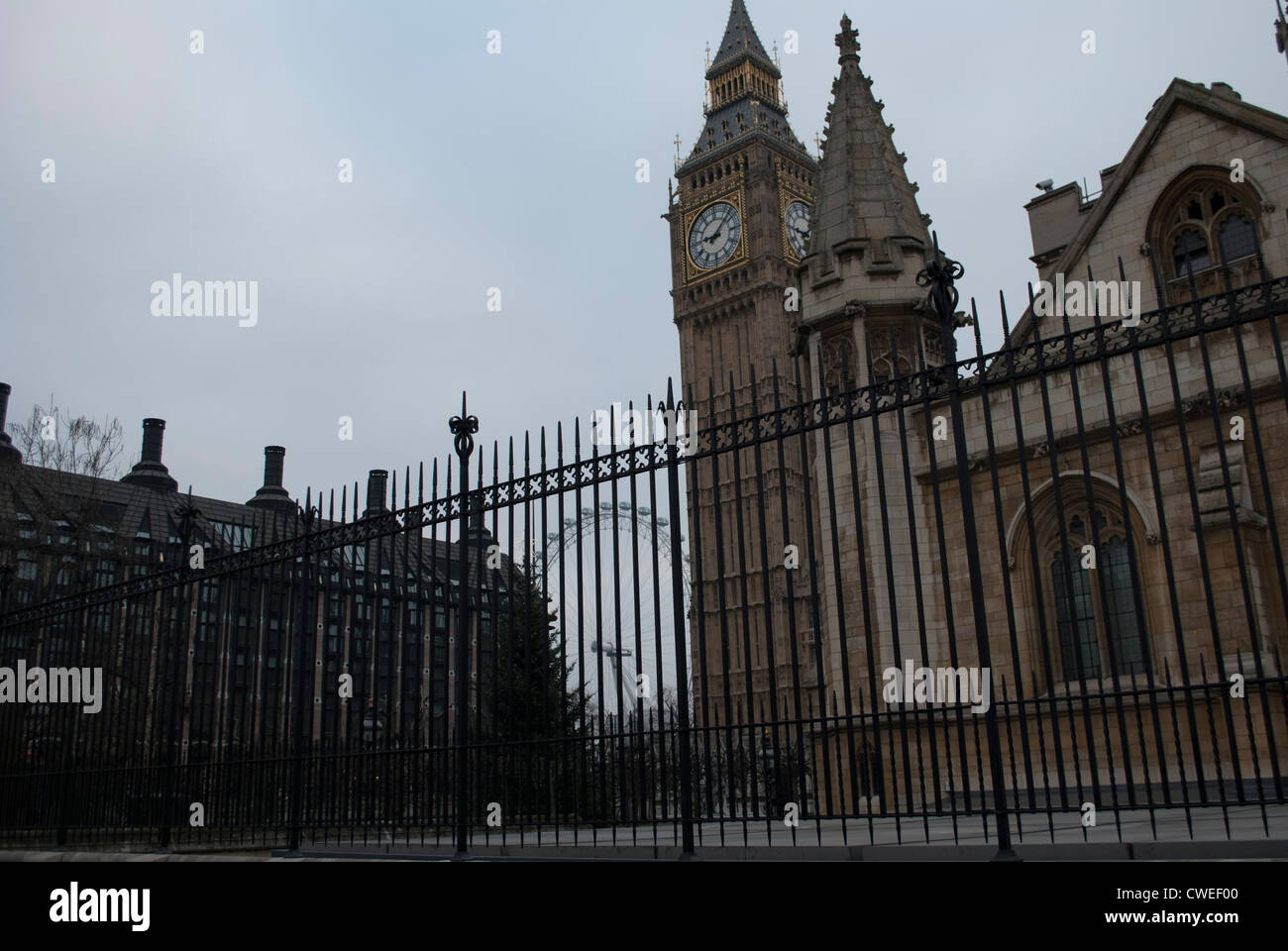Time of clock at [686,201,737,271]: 9:07
